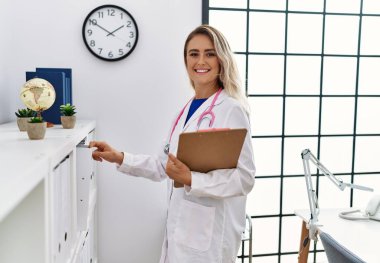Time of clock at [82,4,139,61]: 1:50
